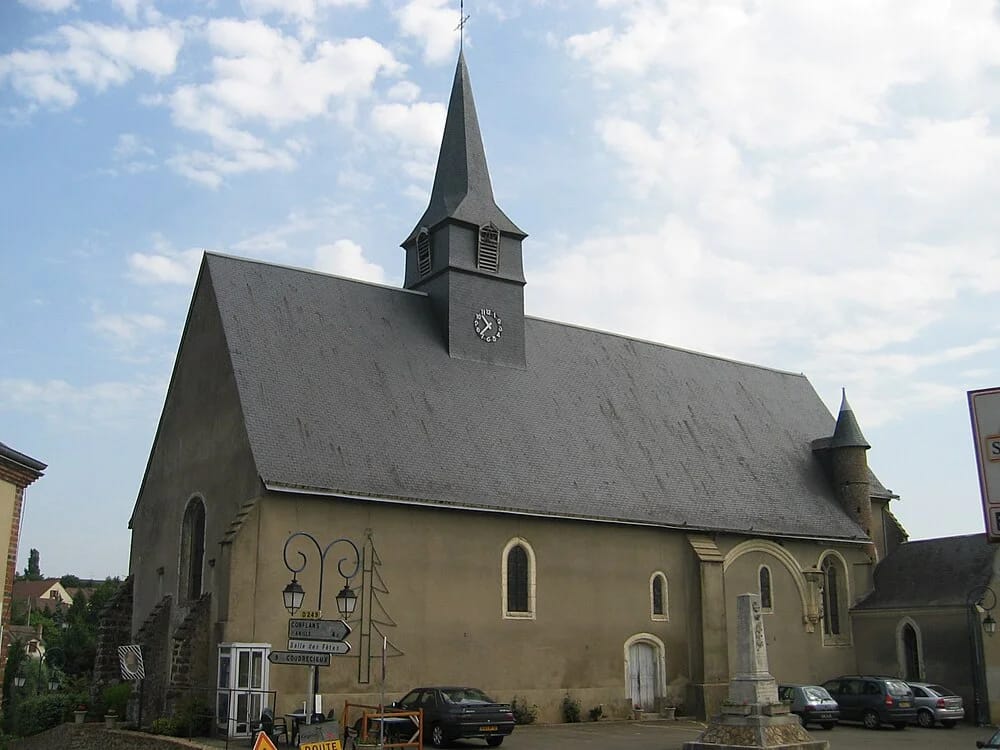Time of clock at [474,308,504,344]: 10:37
